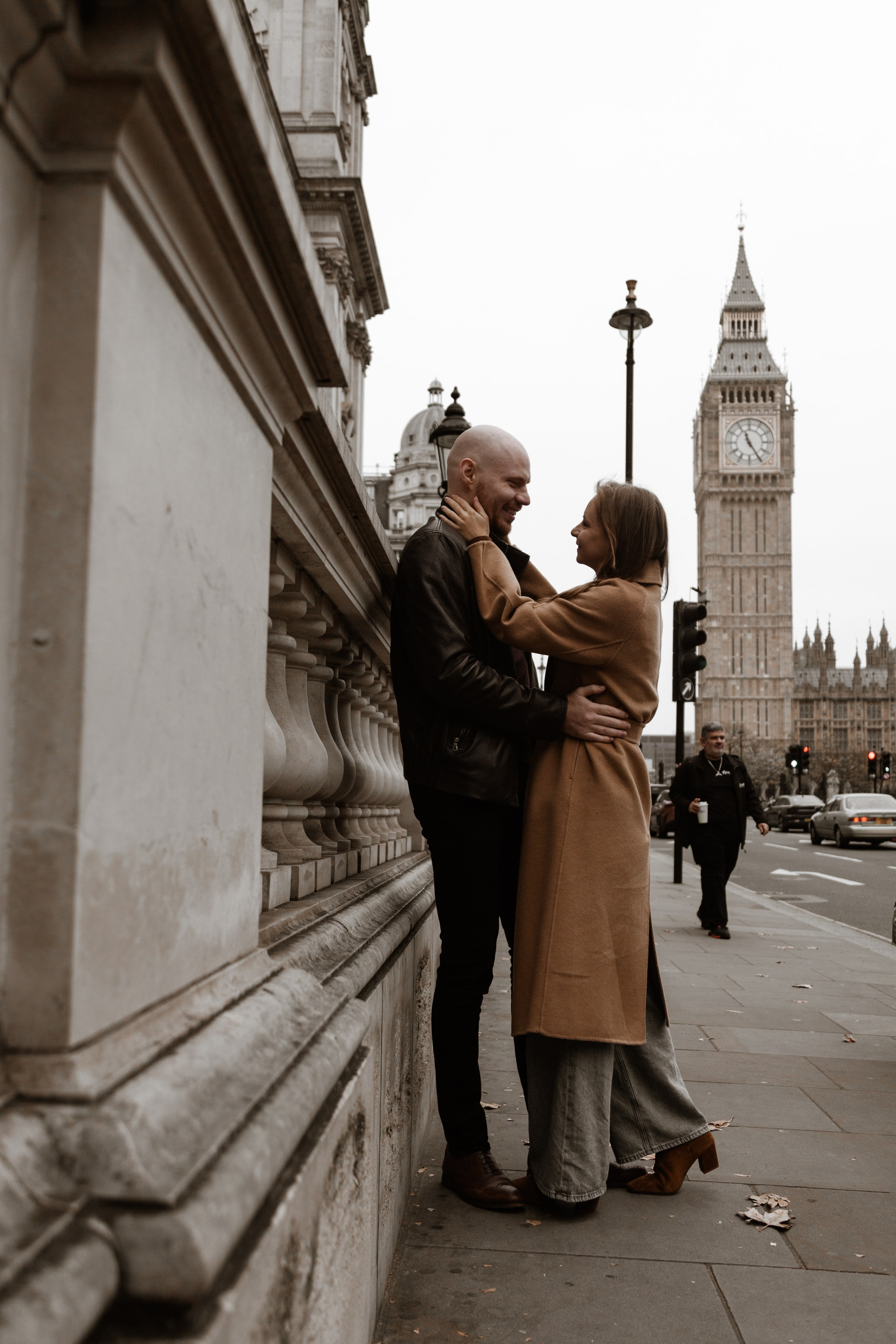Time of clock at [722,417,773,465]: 11:24
